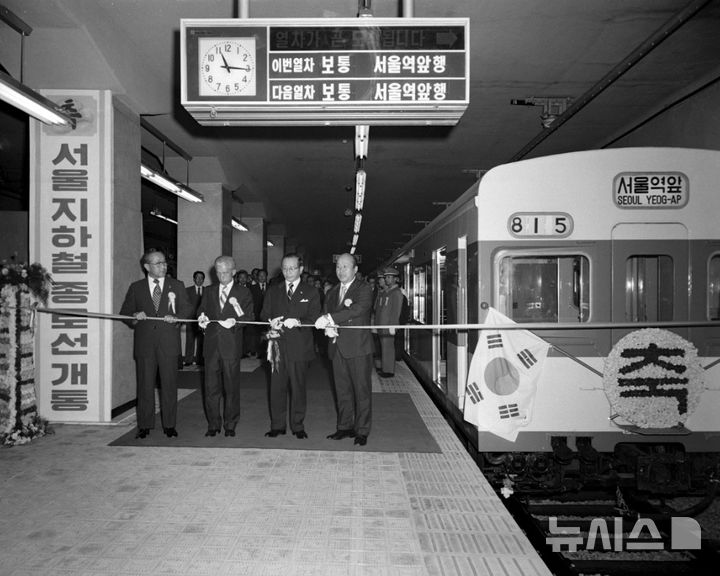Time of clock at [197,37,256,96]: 11:15
